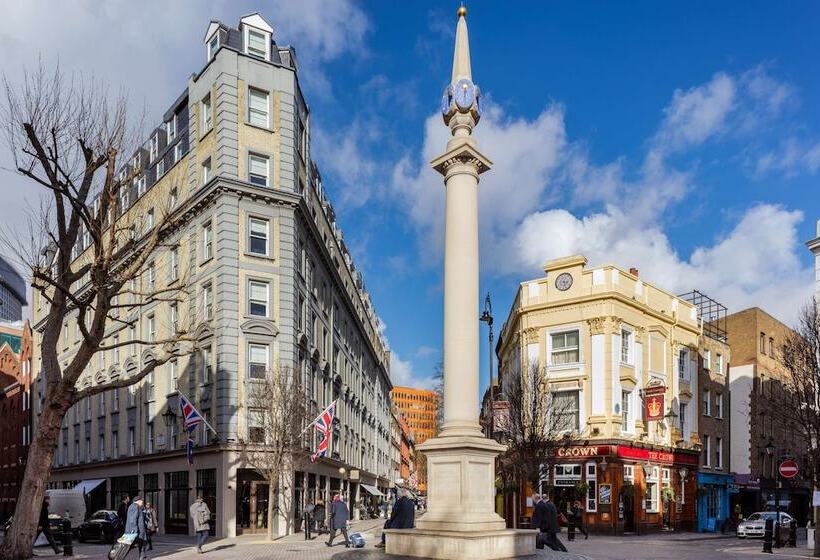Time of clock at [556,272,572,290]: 3:27
